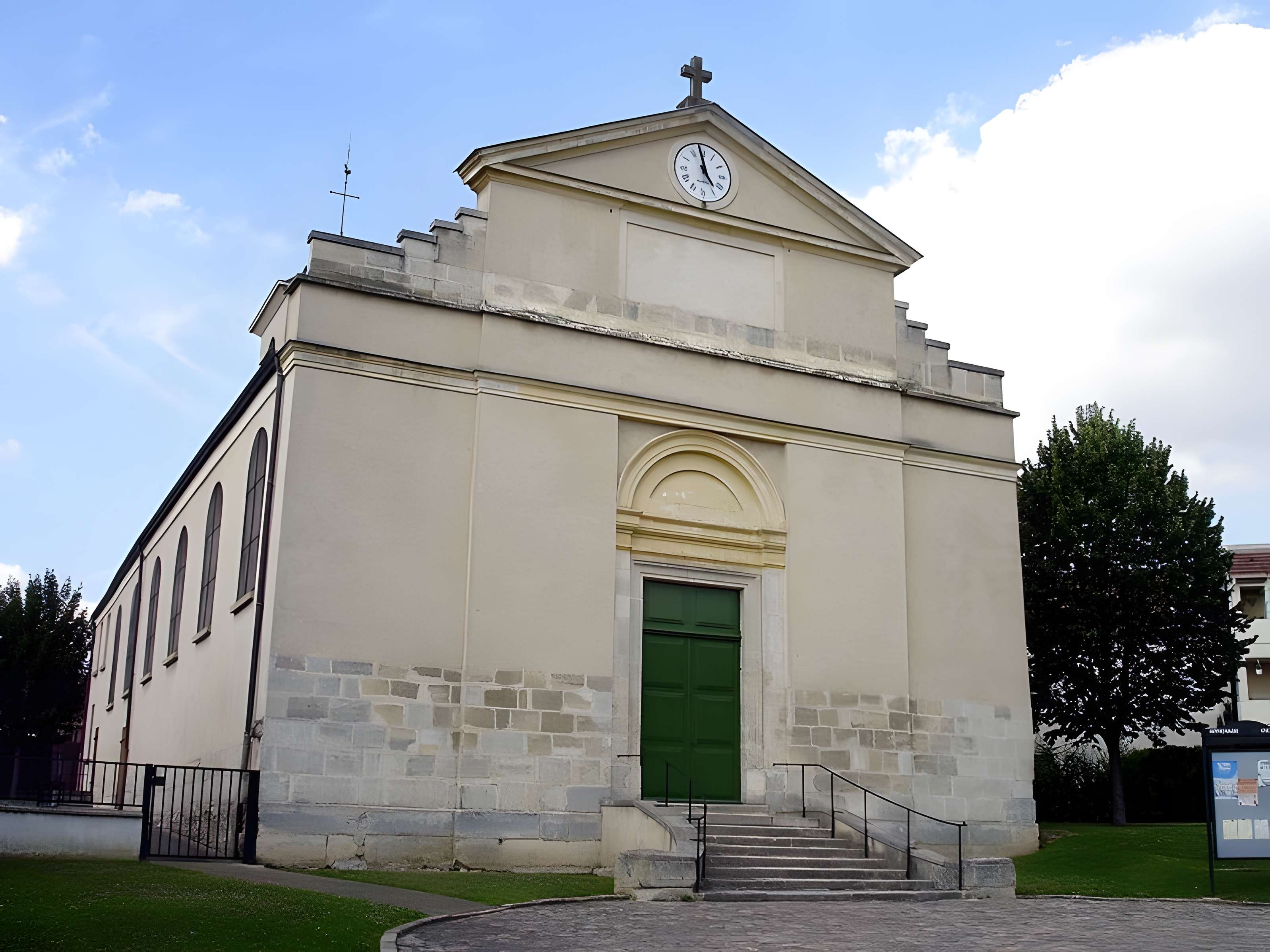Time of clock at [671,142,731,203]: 4:58
